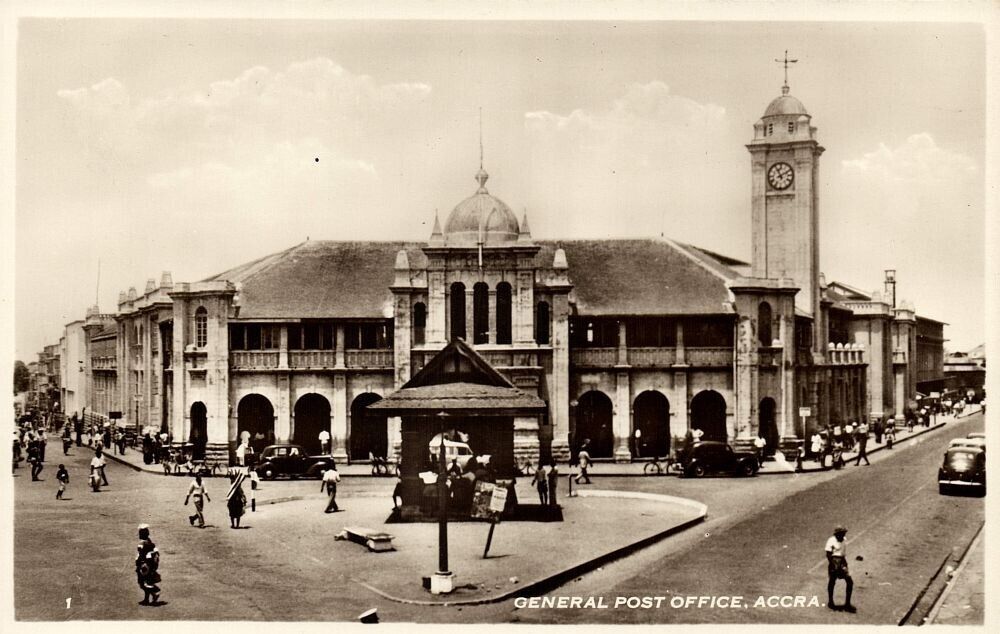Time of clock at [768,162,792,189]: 11:10
